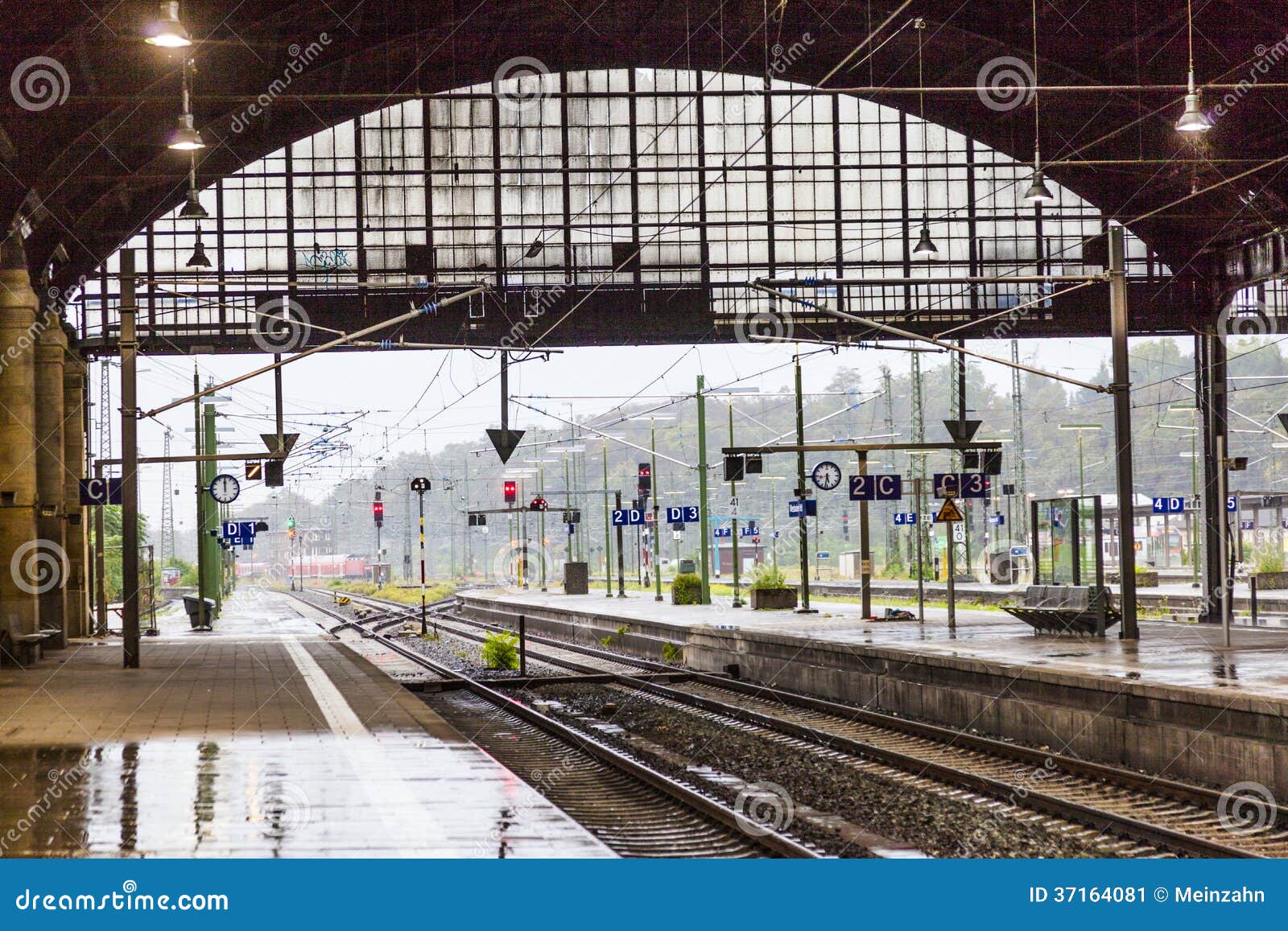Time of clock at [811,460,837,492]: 5:31
